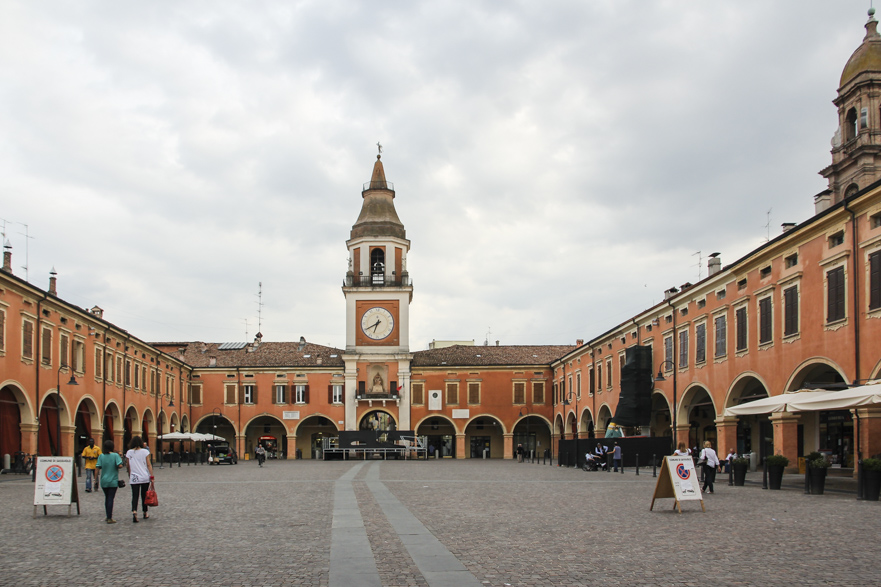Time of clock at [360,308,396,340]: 6:40
